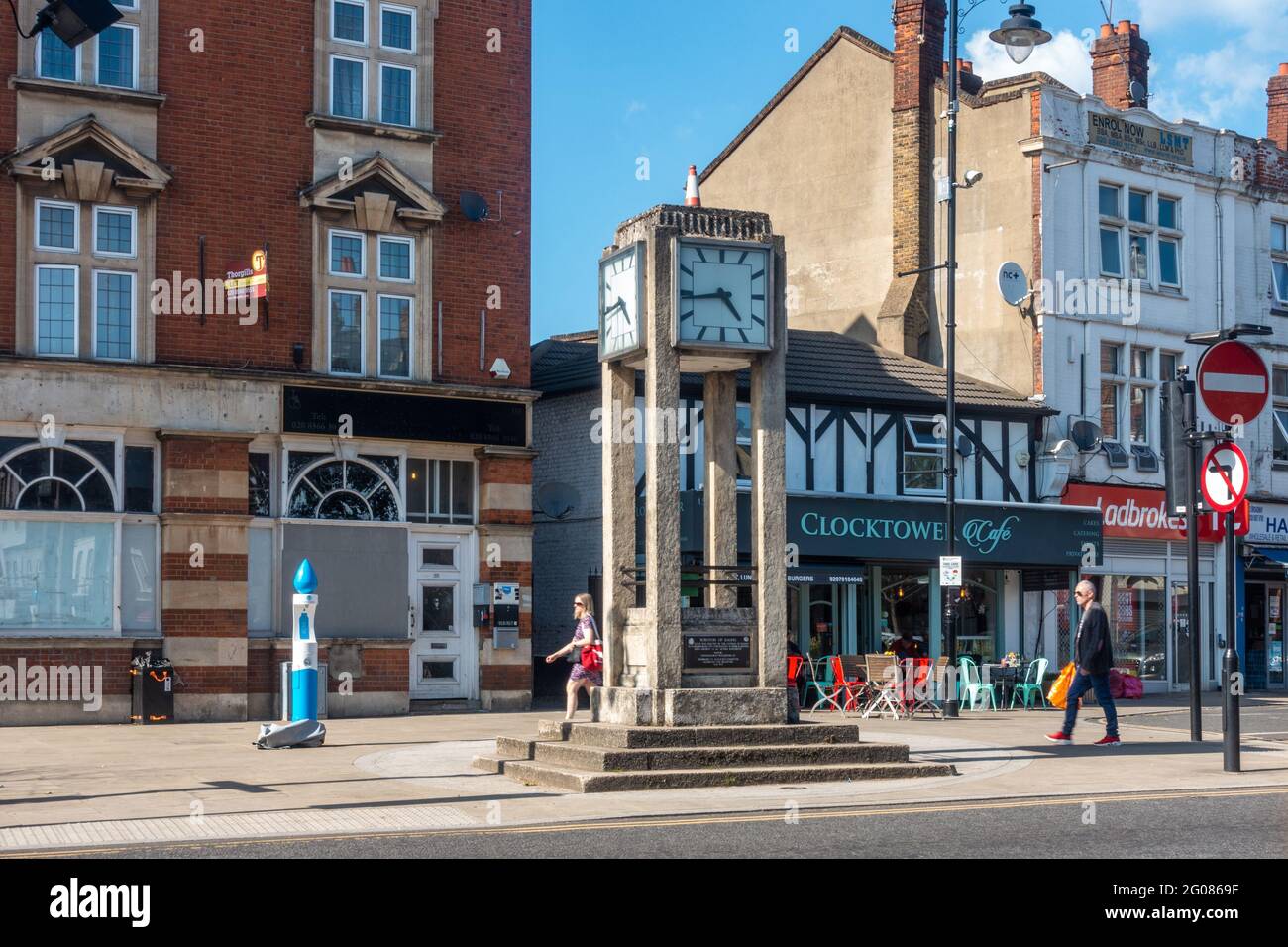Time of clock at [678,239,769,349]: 4:43
